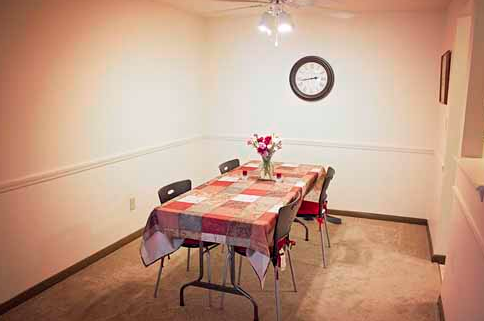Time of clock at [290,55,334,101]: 8:43
